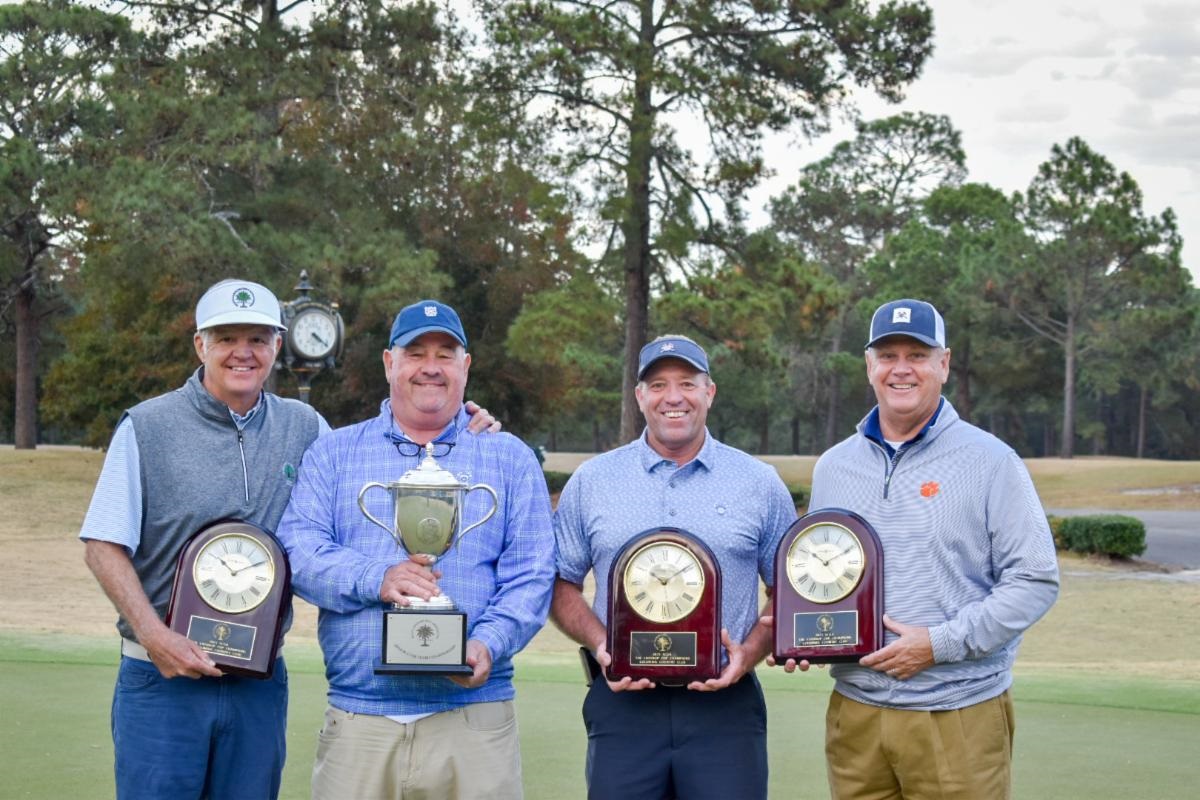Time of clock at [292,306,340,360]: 4:21
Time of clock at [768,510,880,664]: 10:10
